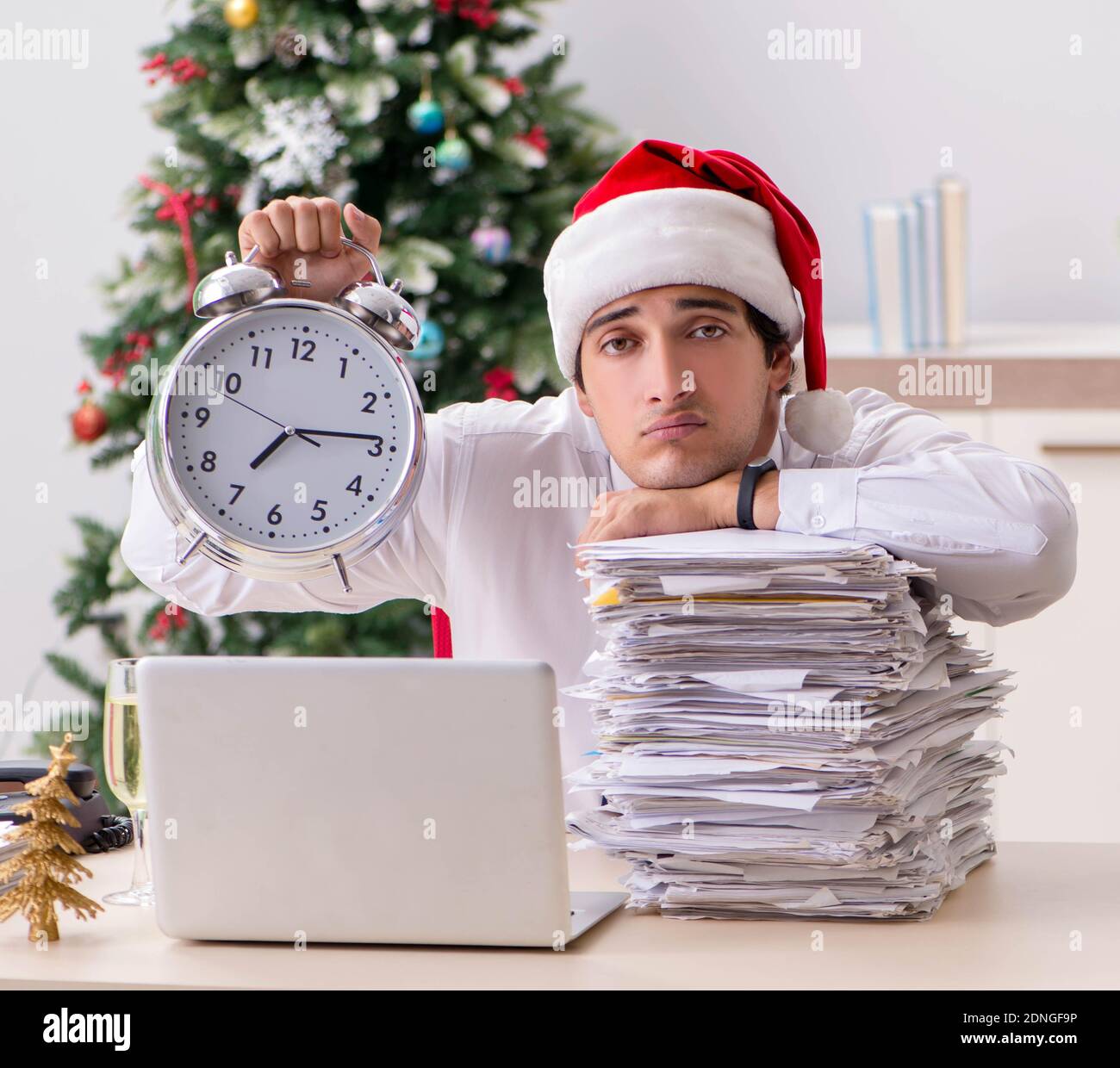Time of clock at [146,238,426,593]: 7:14
